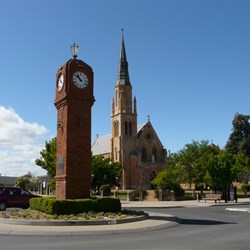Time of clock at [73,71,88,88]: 10:52
